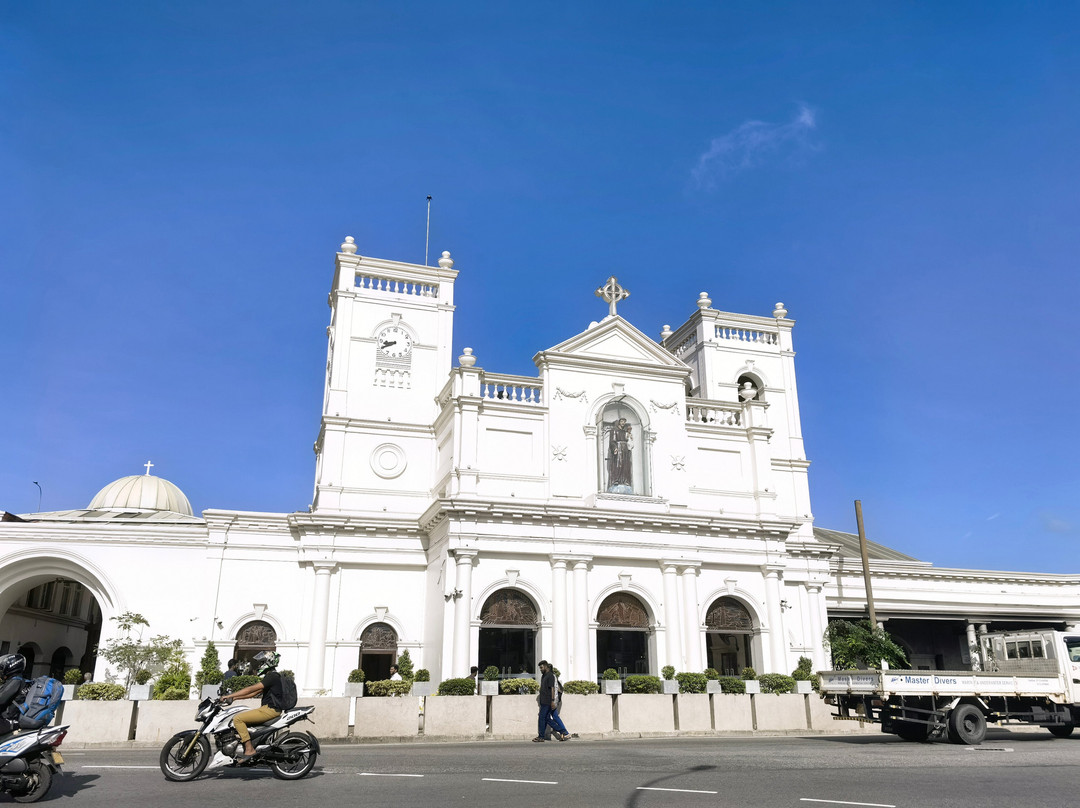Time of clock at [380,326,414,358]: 8:40
